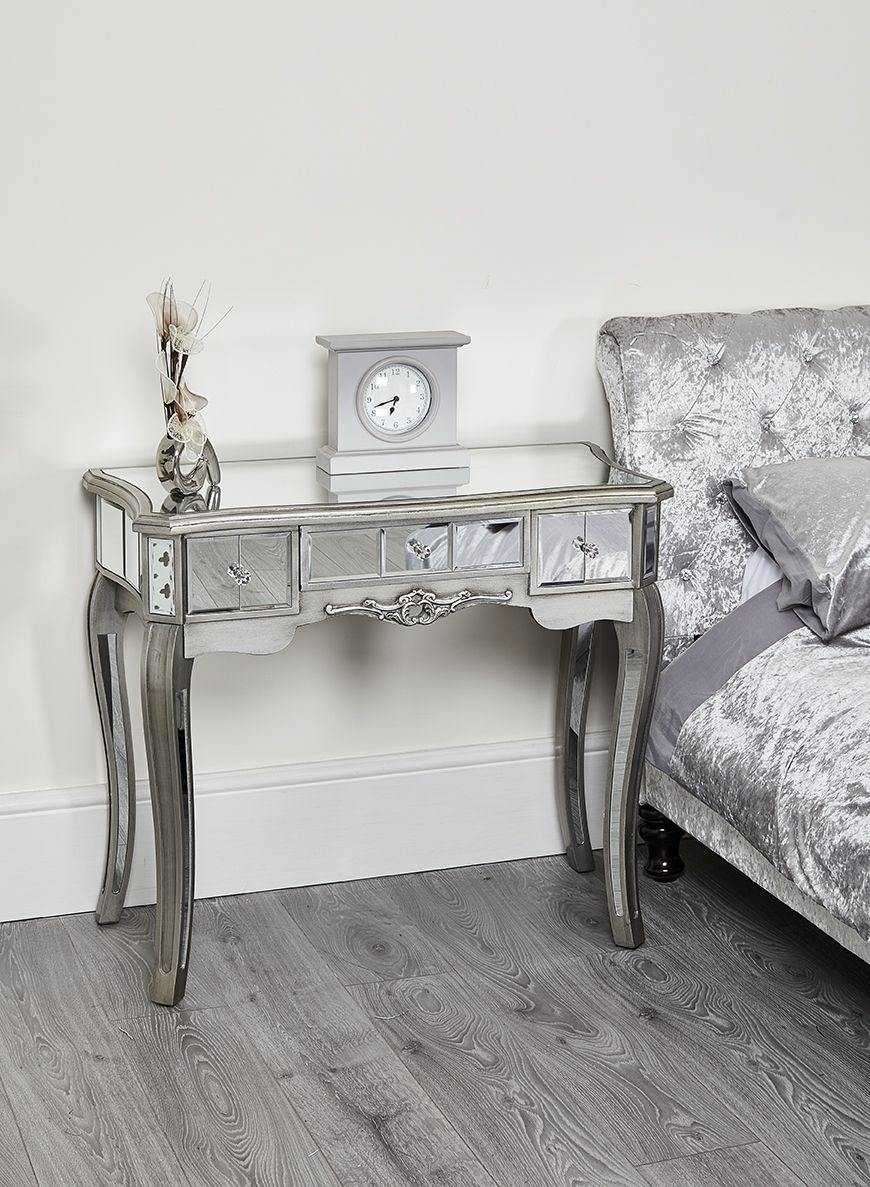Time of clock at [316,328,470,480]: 6:42
